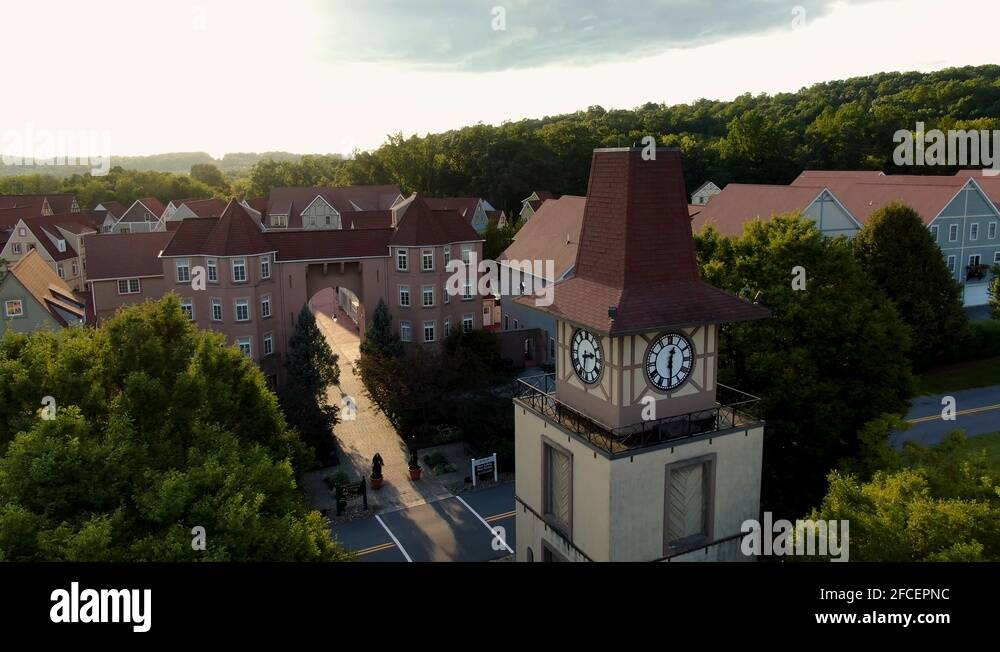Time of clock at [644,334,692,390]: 12:29
